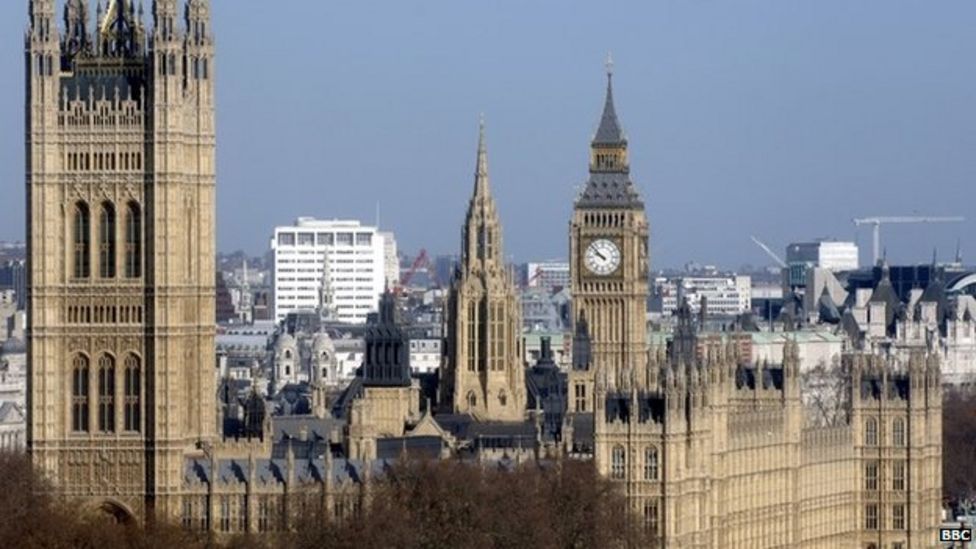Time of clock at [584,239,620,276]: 9:52
